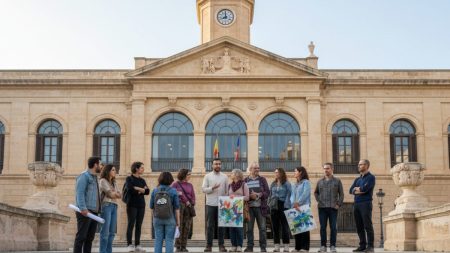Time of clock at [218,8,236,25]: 7:59
